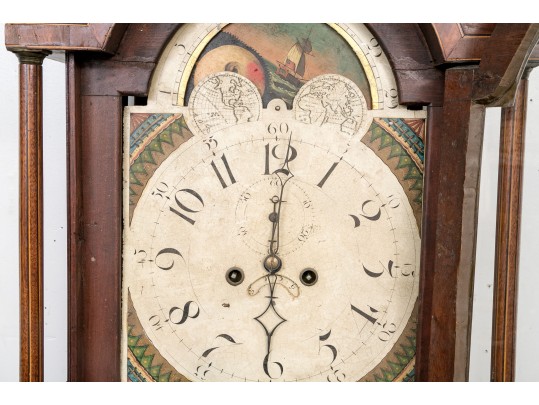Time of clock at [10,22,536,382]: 6:00
